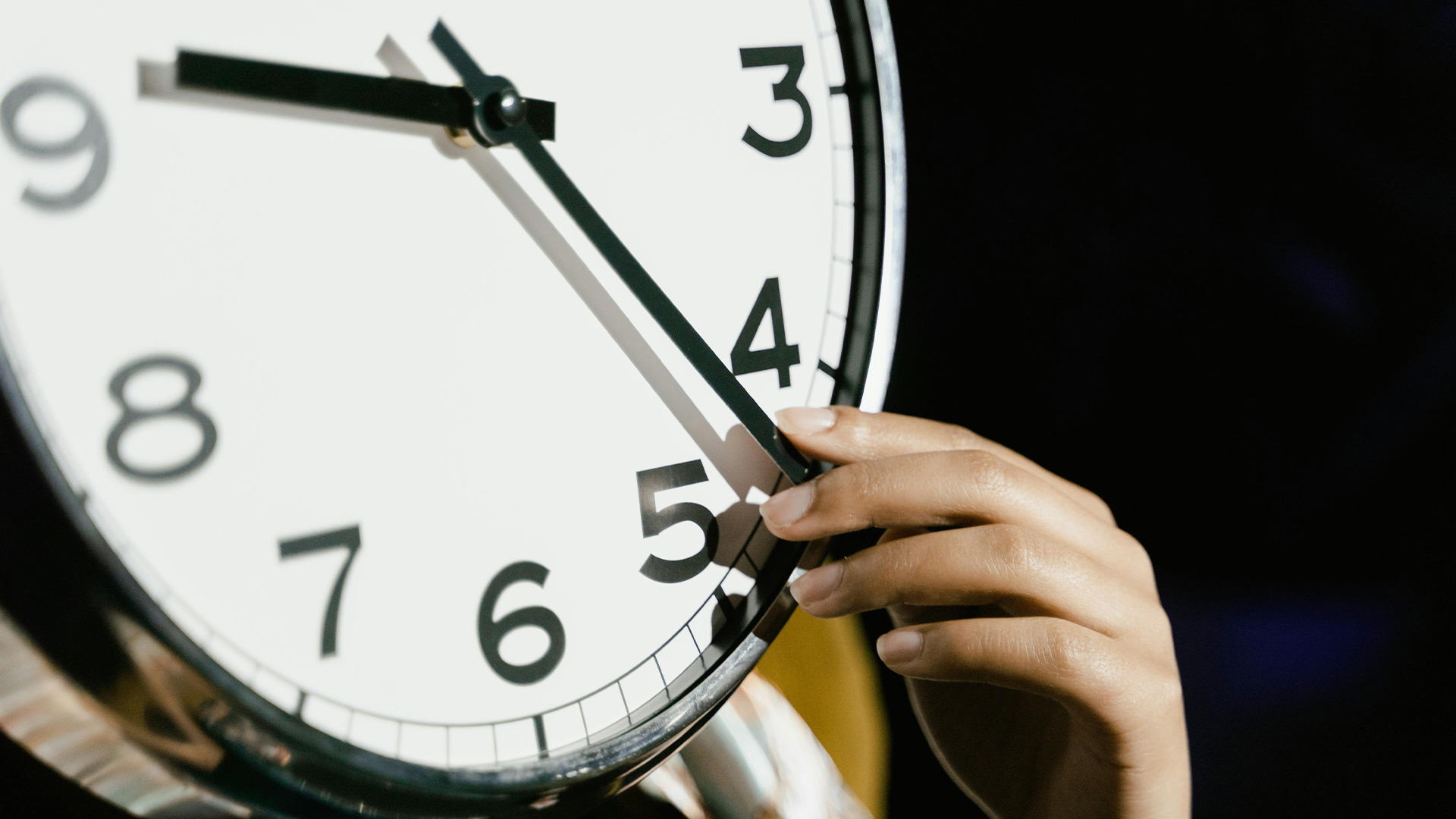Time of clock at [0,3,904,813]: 9:22
